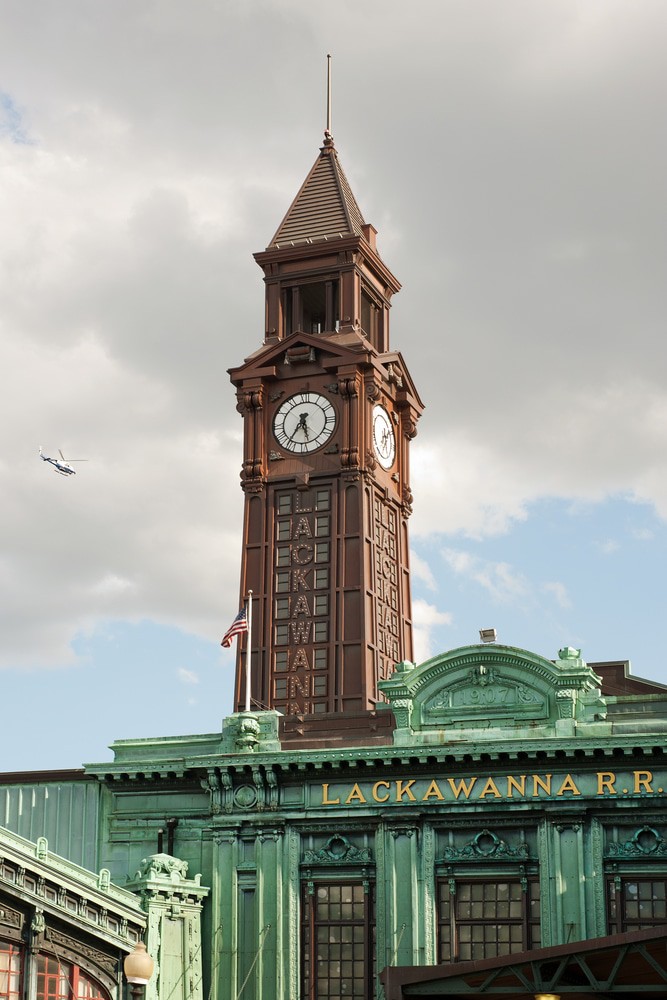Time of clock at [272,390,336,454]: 5:35
